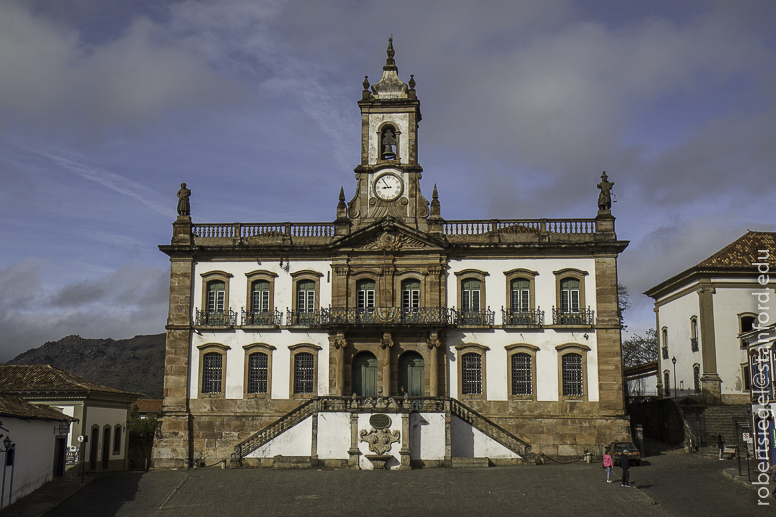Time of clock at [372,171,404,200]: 8:54
